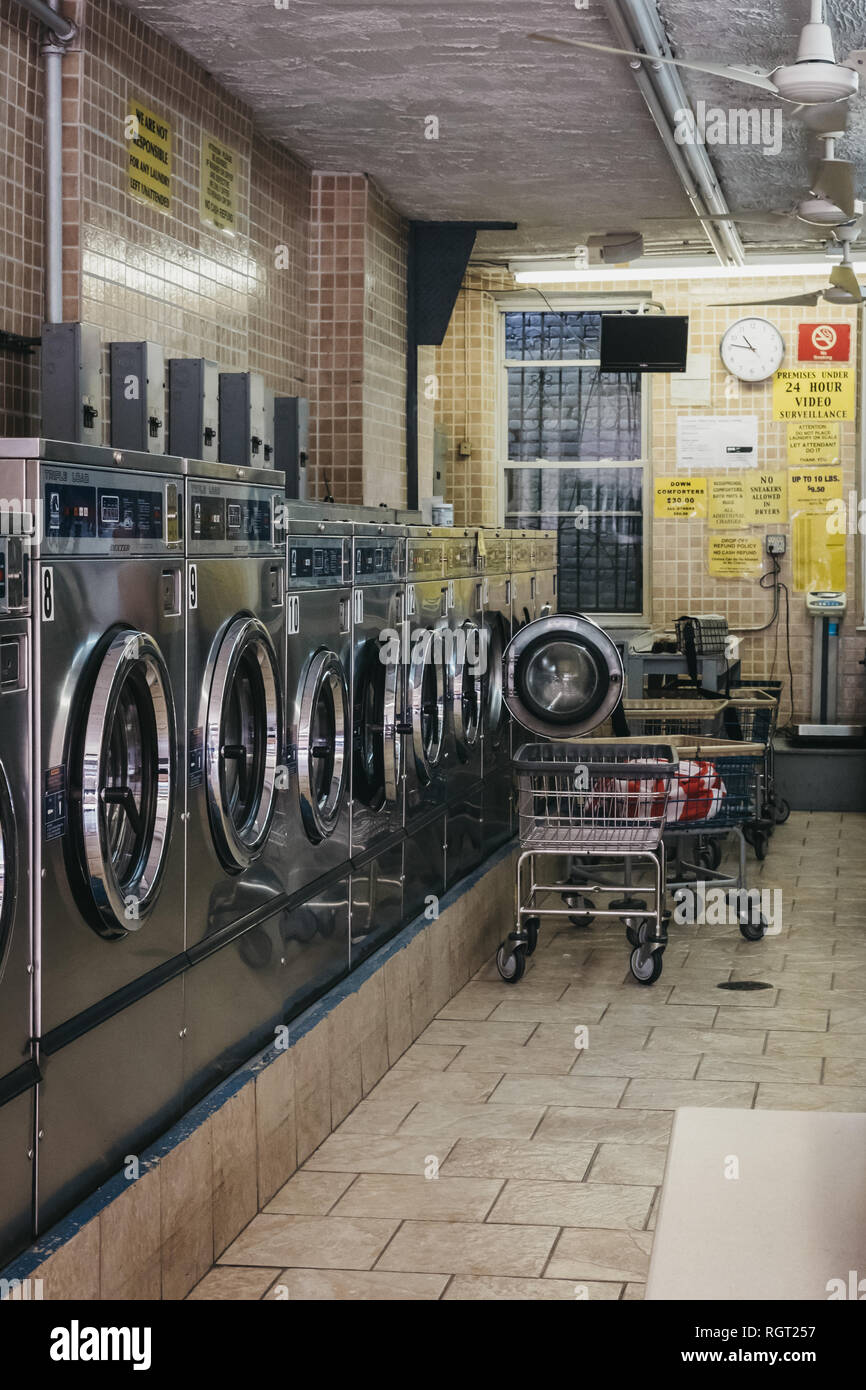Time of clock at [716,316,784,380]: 10:46
